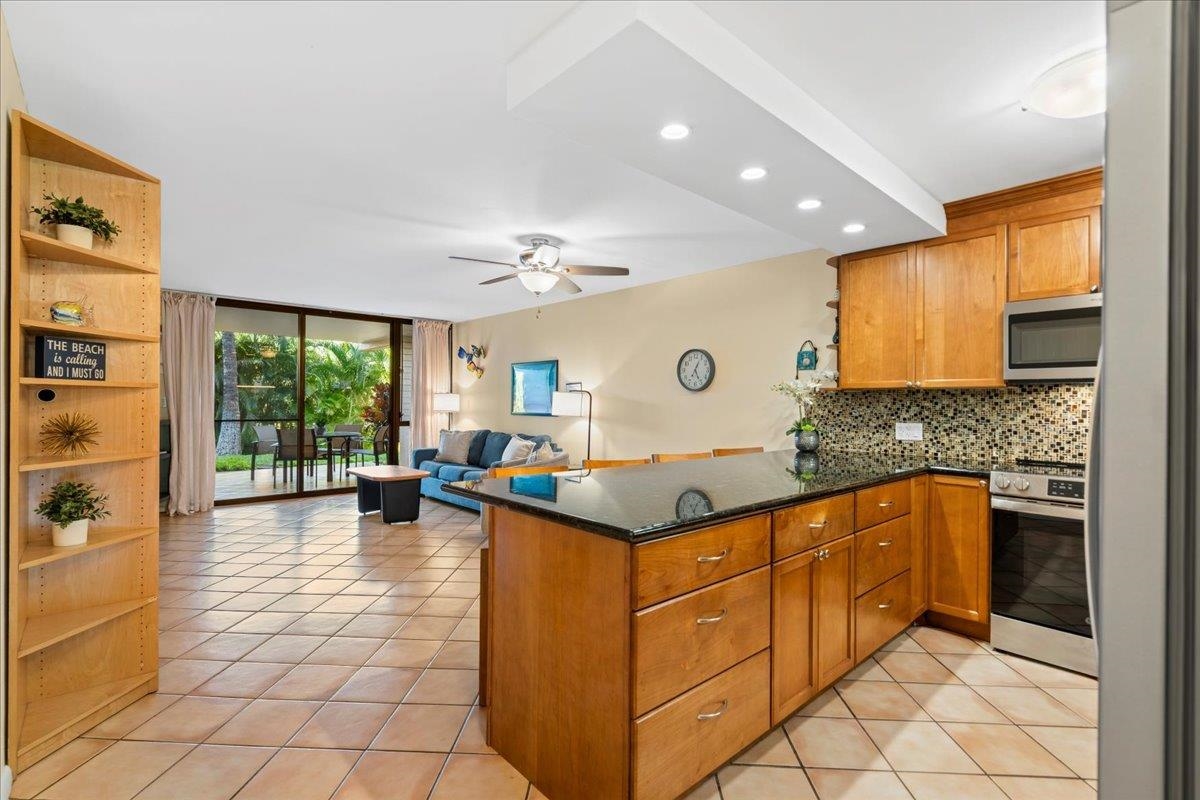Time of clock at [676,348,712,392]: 5:04
